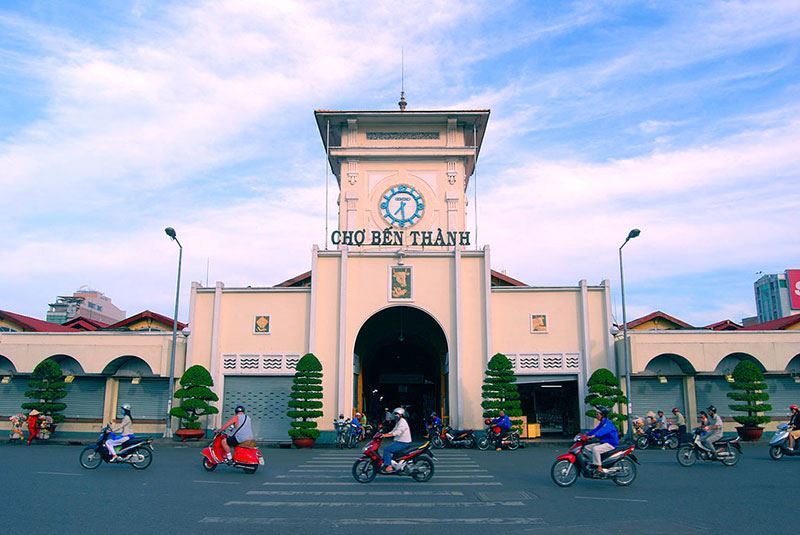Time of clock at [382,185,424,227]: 7:28
